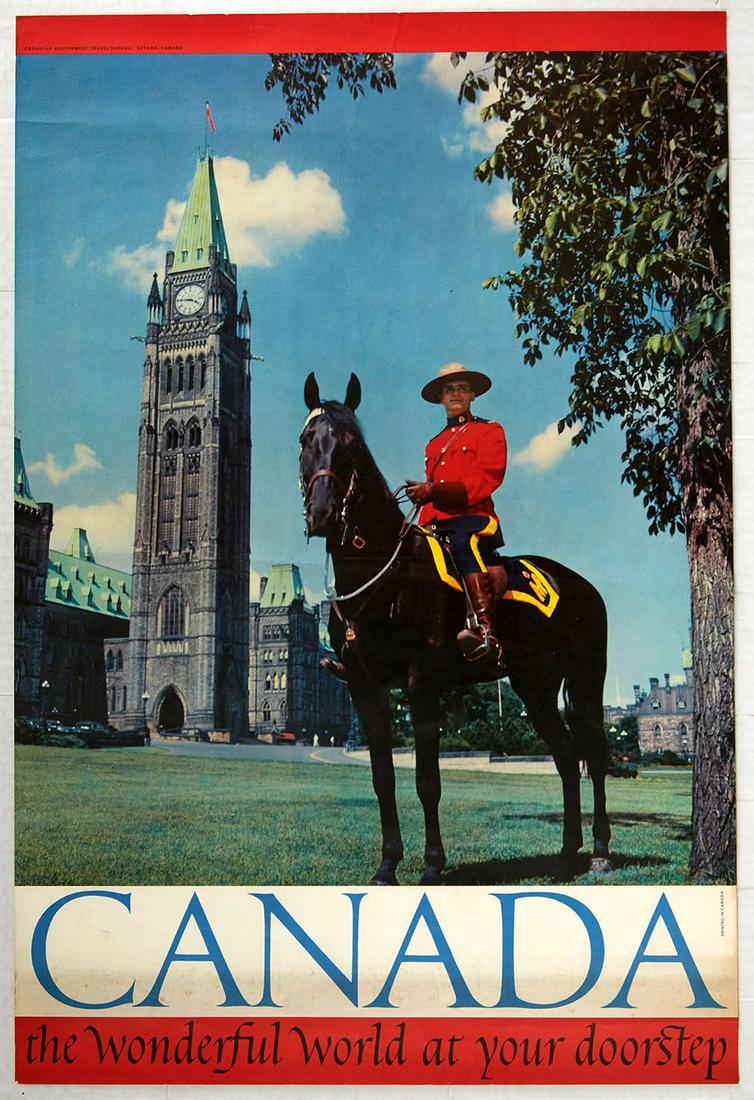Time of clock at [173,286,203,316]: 3:45
